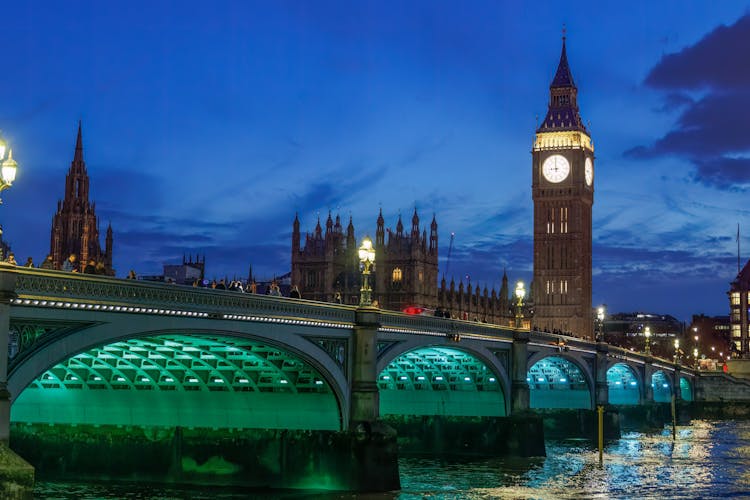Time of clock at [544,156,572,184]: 8:59
